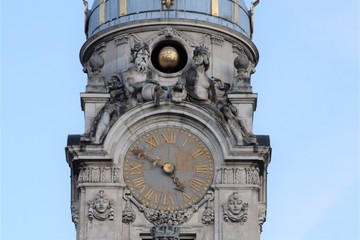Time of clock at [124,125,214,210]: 4:49
